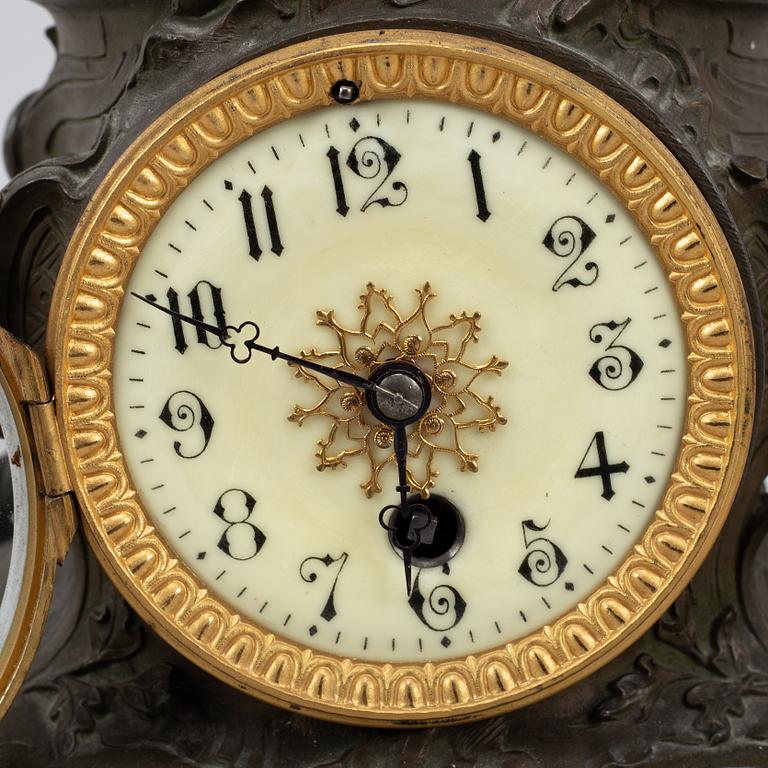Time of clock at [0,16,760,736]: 5:49
